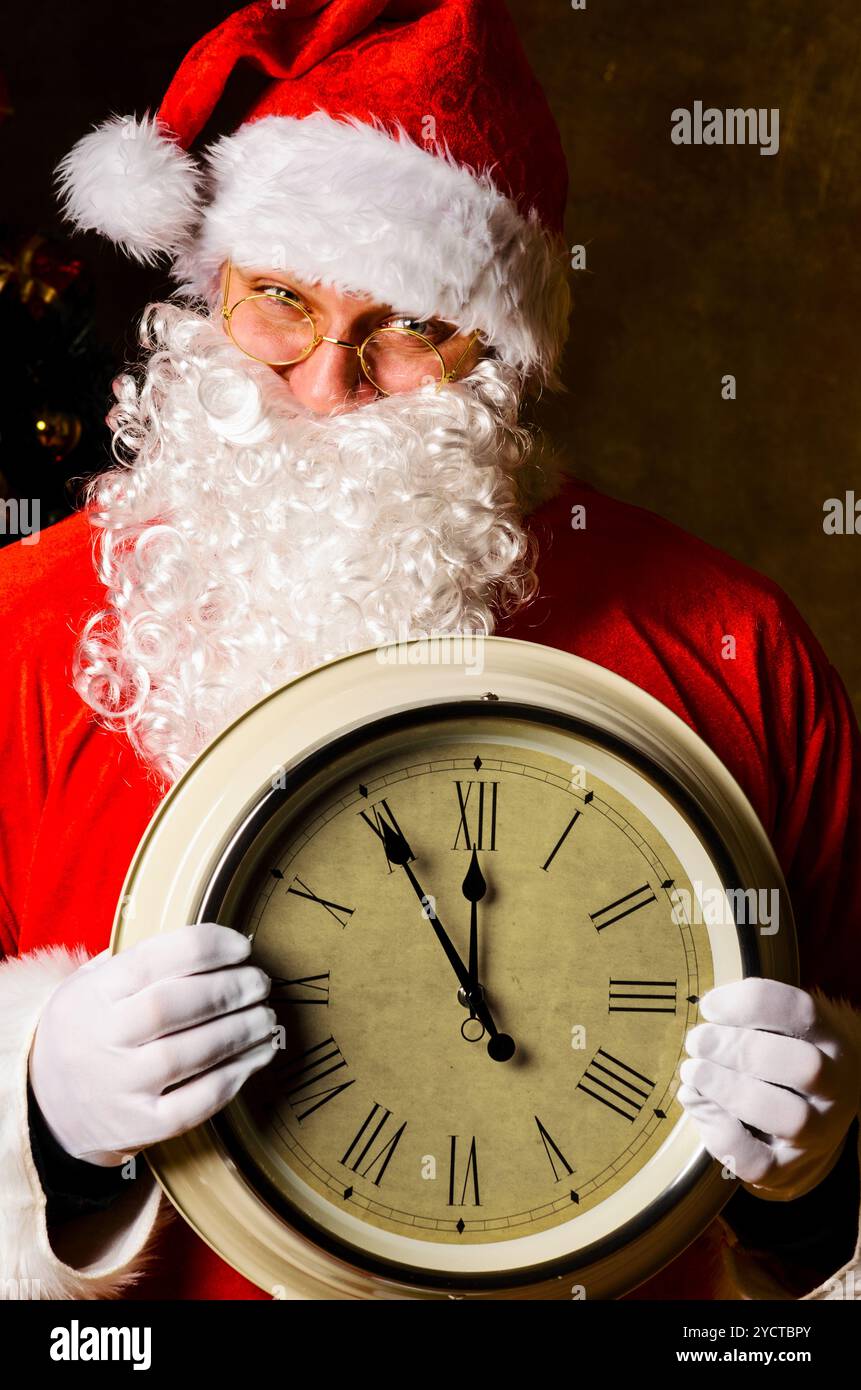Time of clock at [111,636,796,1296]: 11:54
